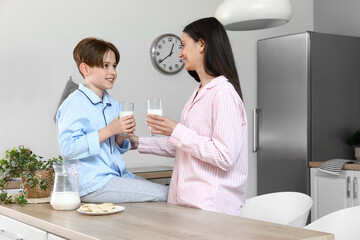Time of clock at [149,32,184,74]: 12:39
